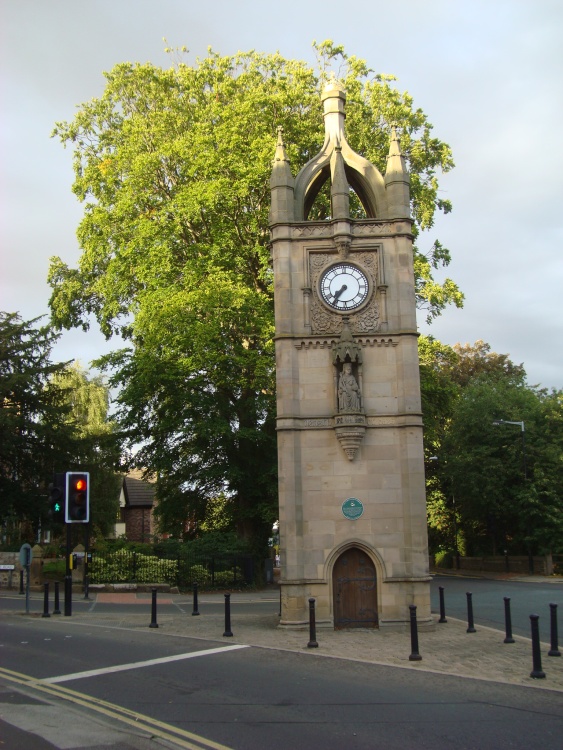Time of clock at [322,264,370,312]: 7:36
